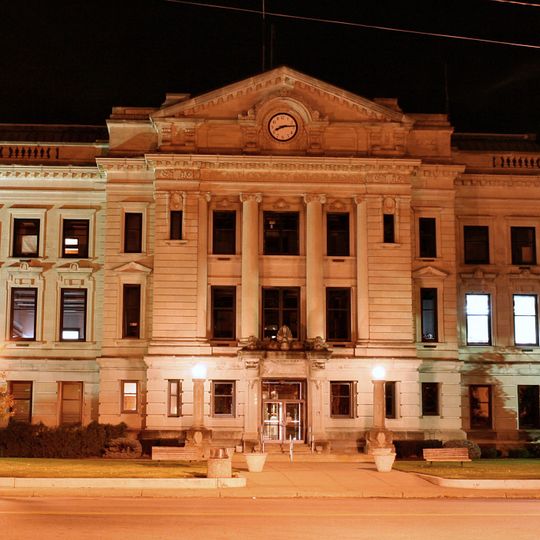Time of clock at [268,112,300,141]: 8:14
